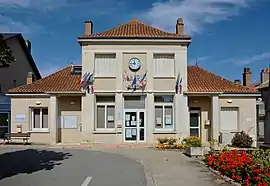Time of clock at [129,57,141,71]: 11:44
